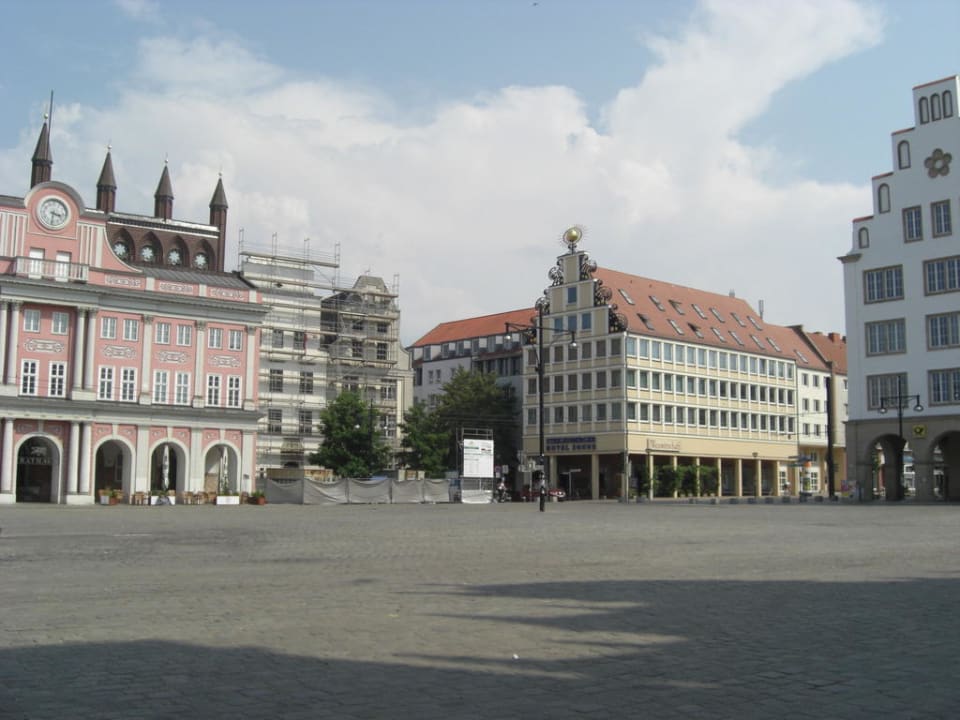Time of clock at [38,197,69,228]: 3:31
